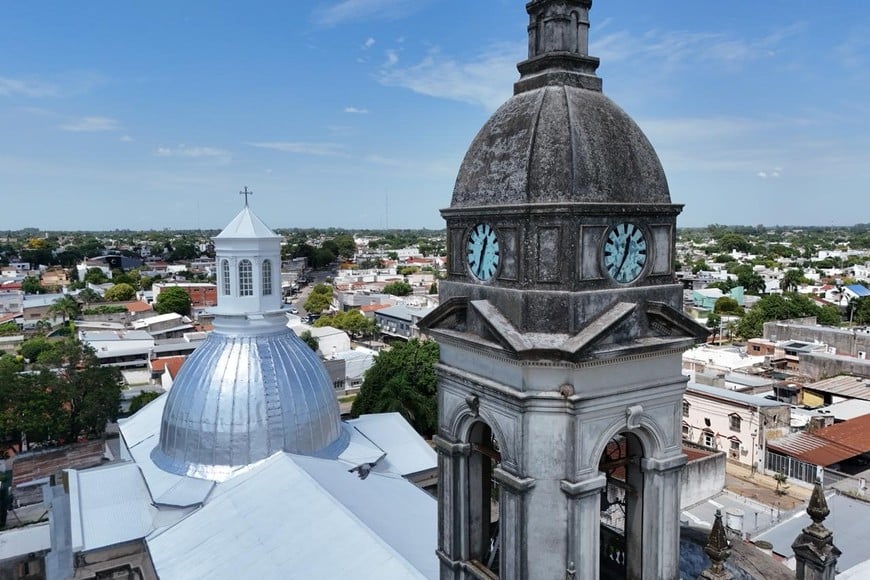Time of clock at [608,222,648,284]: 12:34
